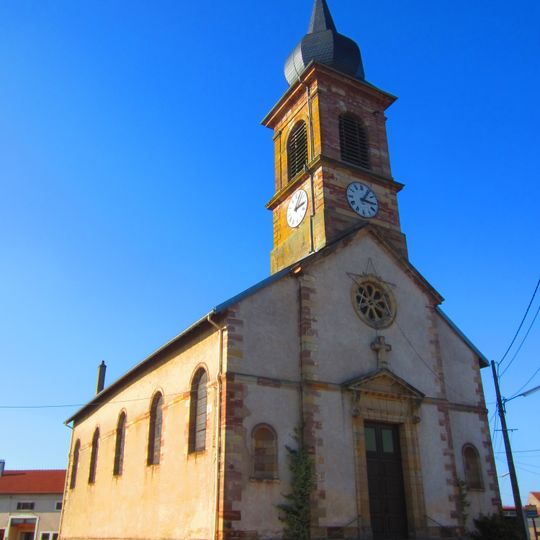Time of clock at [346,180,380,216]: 3:05
